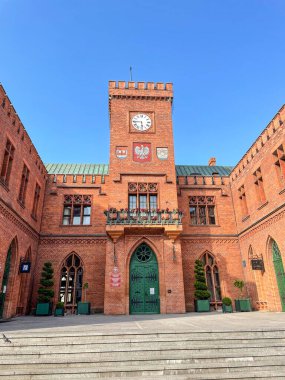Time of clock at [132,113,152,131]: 5:45
